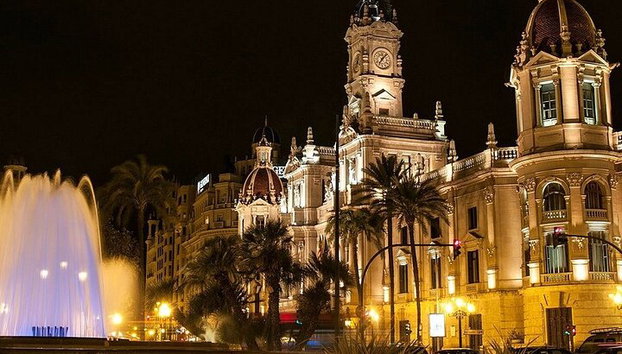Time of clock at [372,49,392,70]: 7:07
